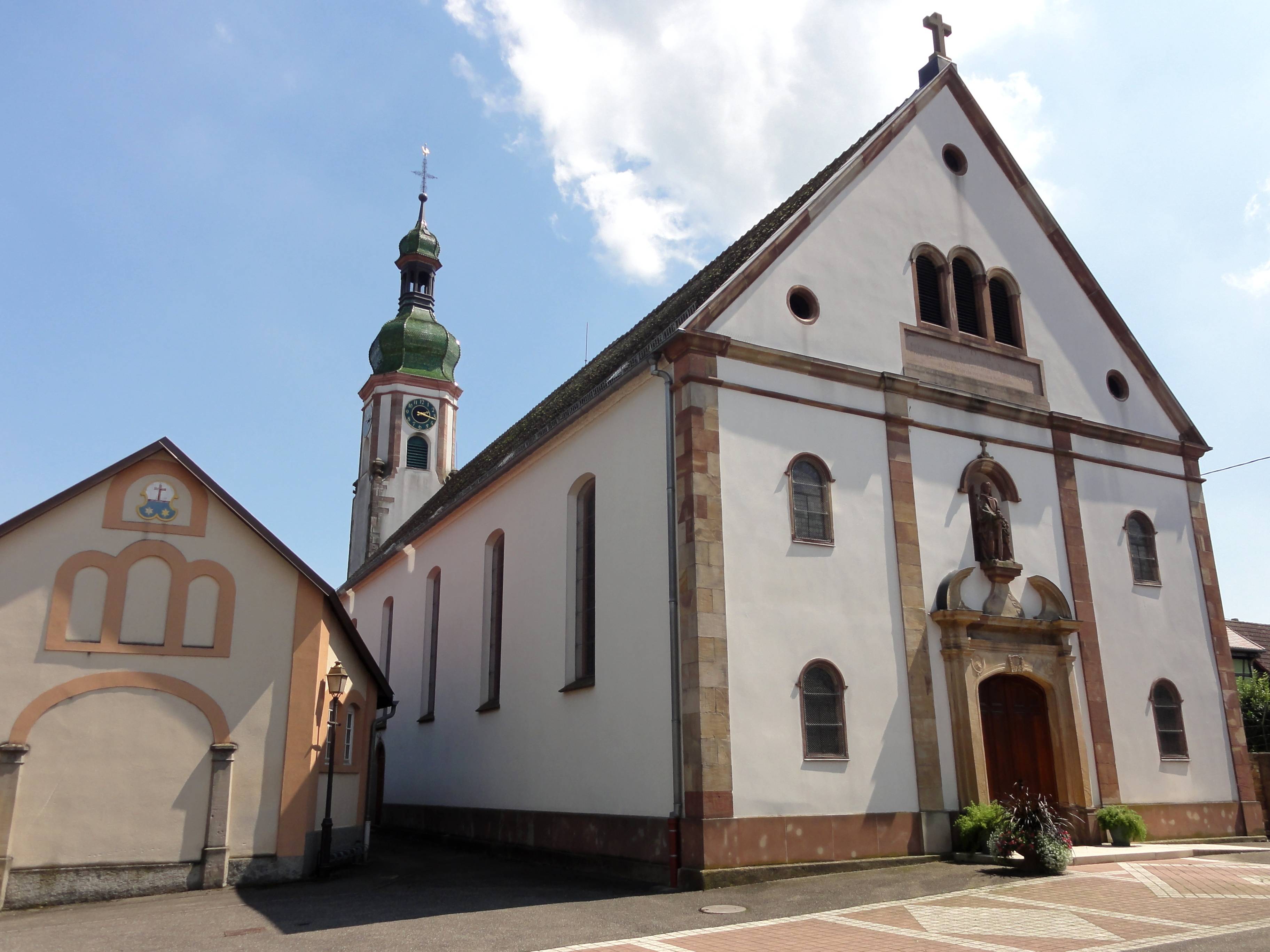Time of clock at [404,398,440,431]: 2:17
